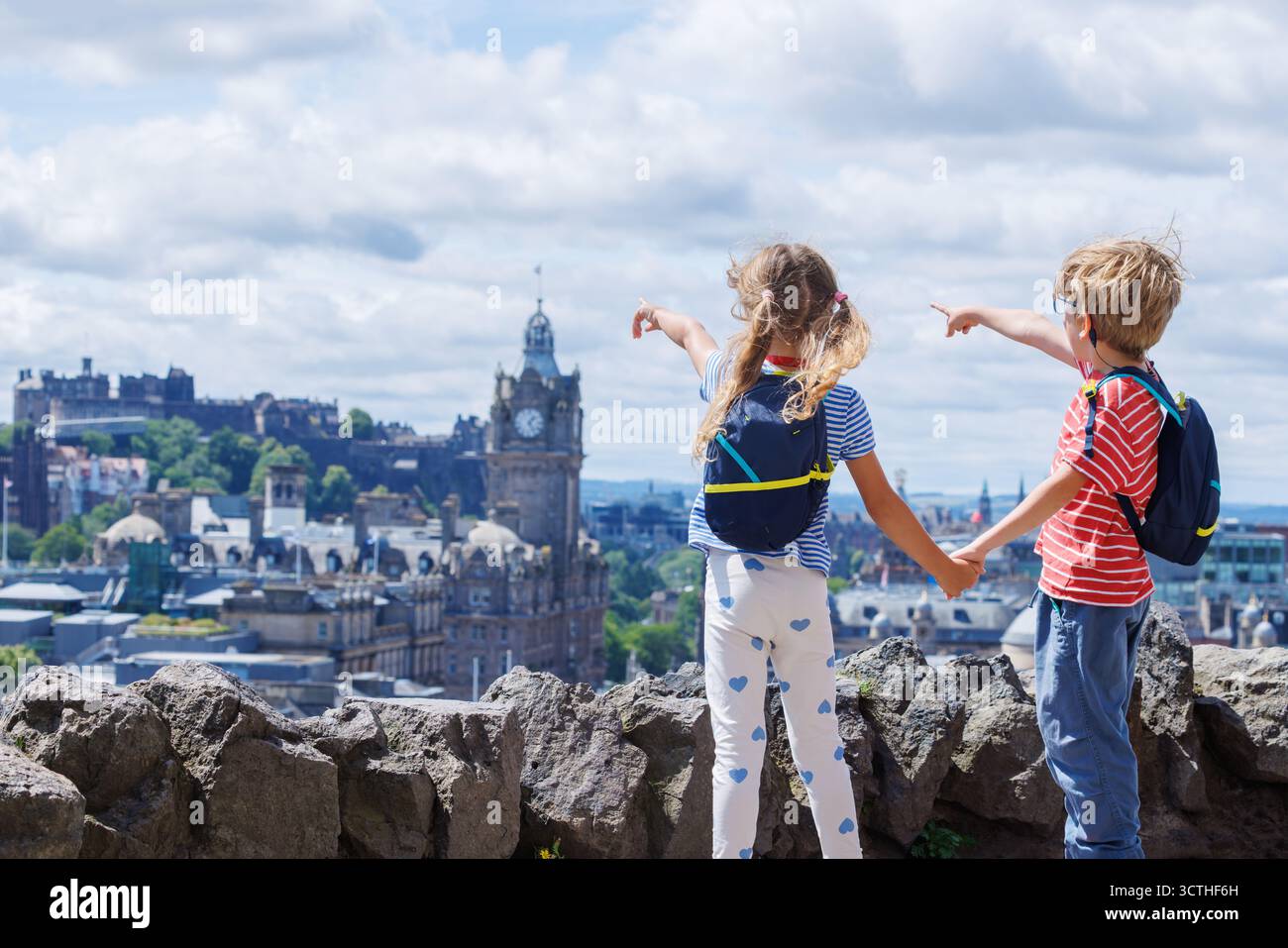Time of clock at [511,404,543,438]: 1:24
